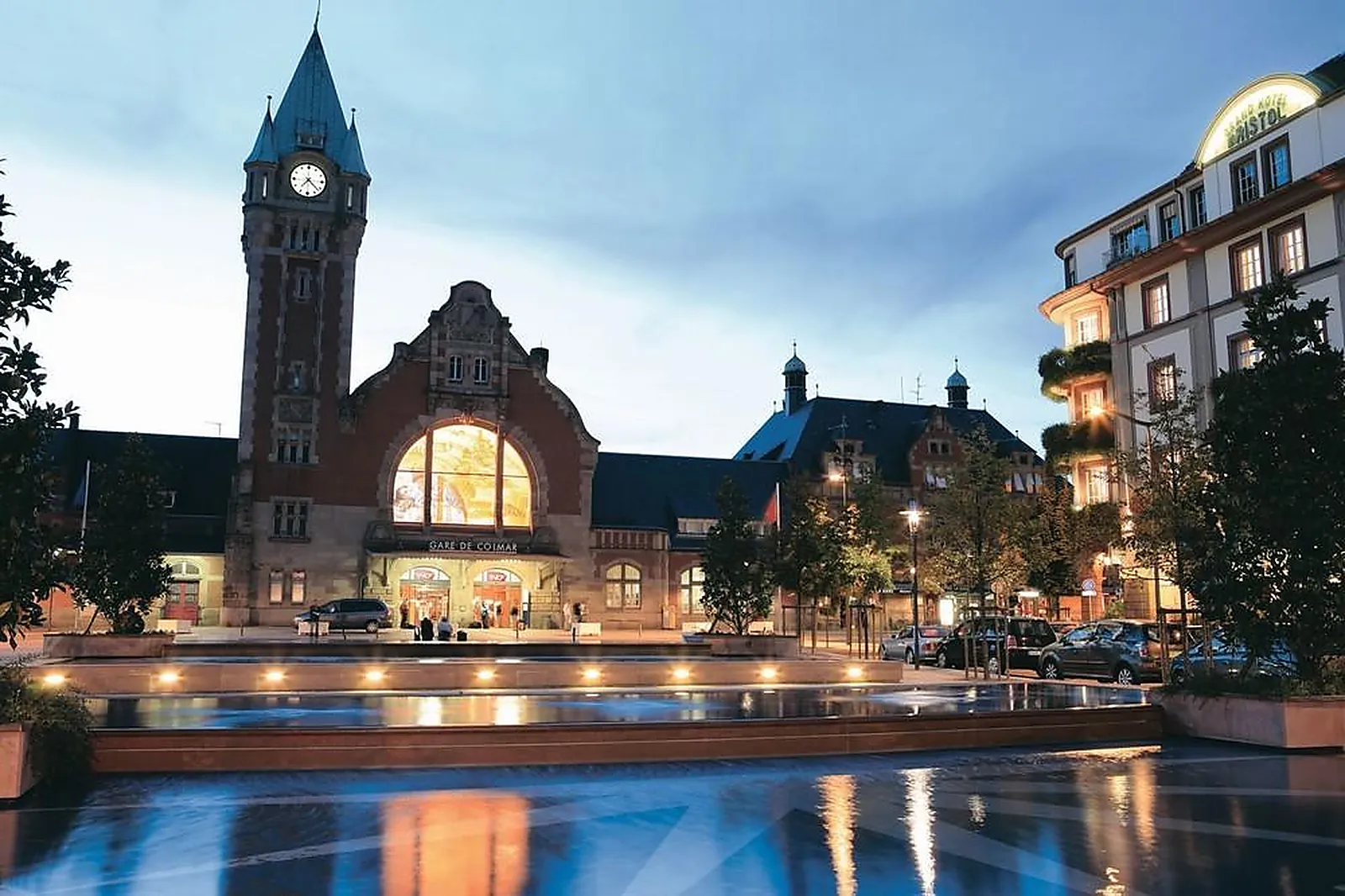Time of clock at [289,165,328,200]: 7:22
